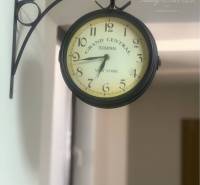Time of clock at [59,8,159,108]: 6:43
